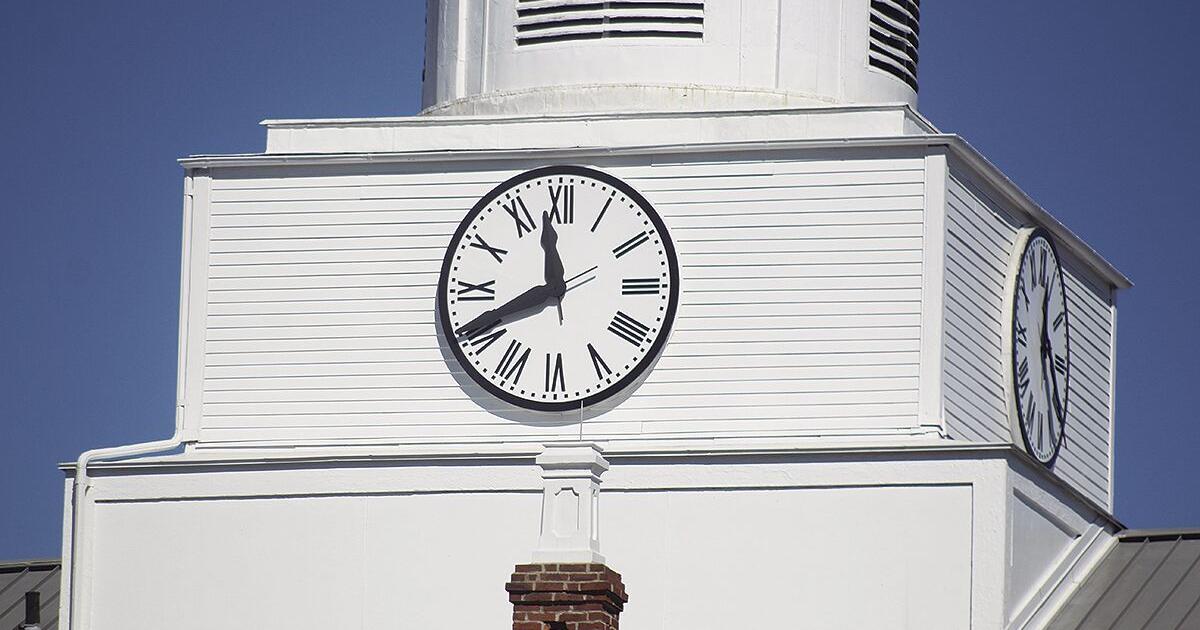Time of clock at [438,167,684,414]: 11:40
